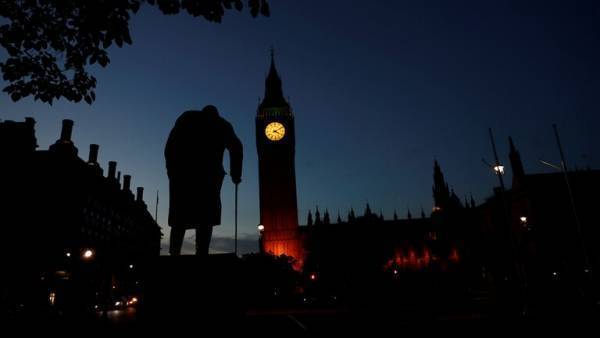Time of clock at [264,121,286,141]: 4:10
